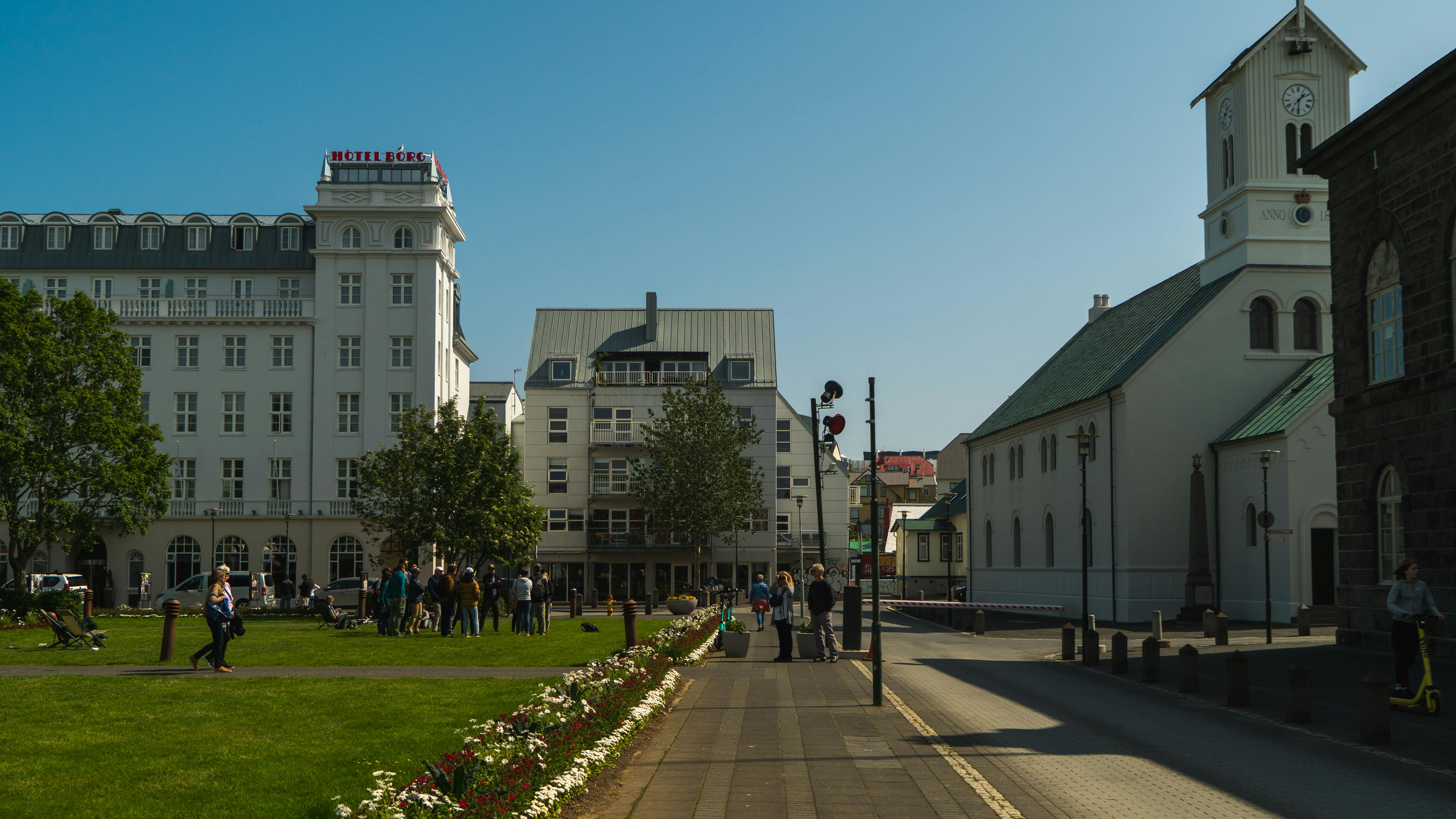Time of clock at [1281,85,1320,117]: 1:30
